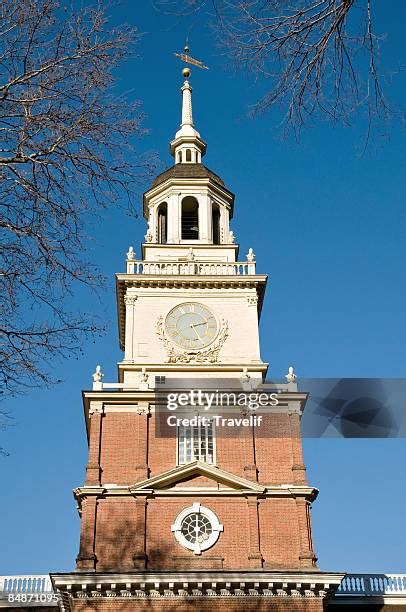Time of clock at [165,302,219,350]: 2:25
